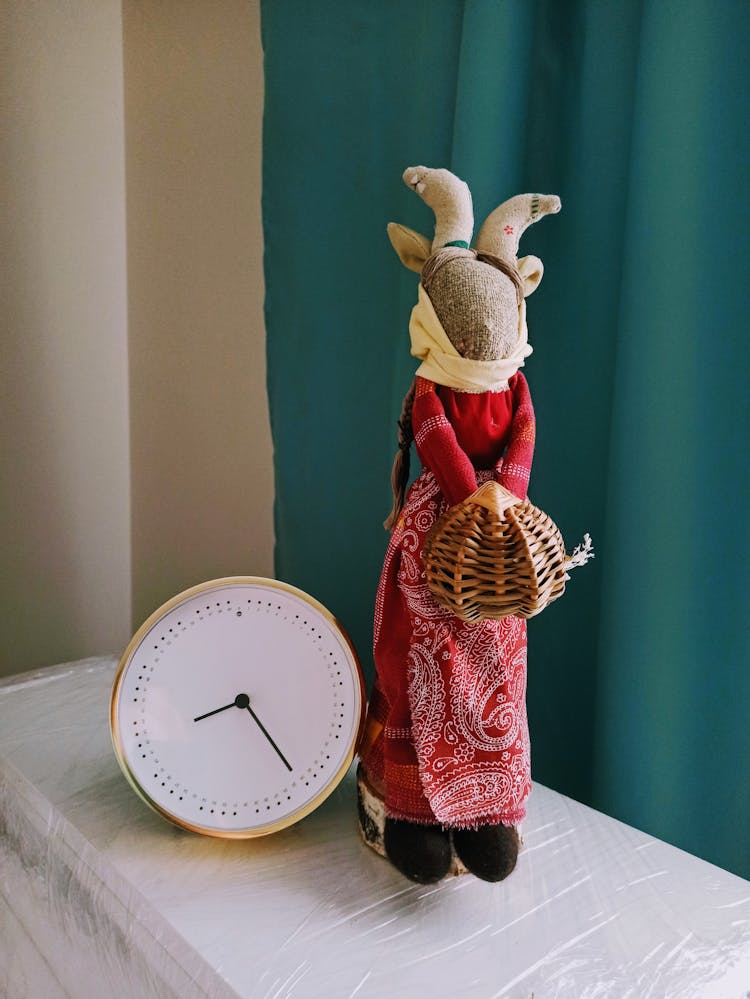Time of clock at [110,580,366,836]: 8:24
